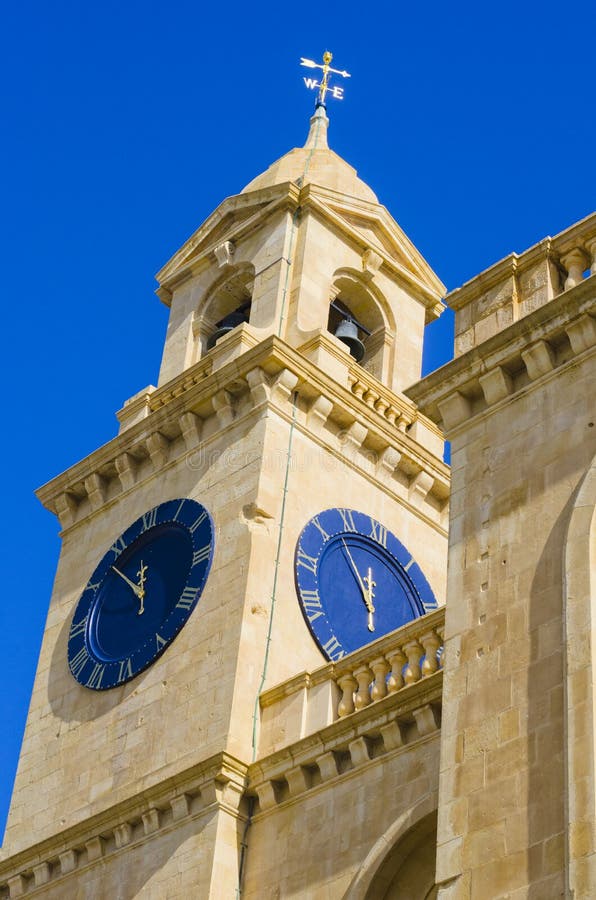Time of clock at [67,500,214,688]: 11:52
